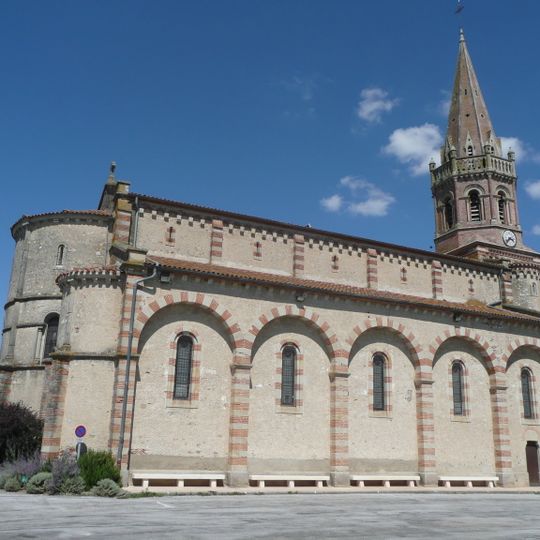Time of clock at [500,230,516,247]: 3:37
